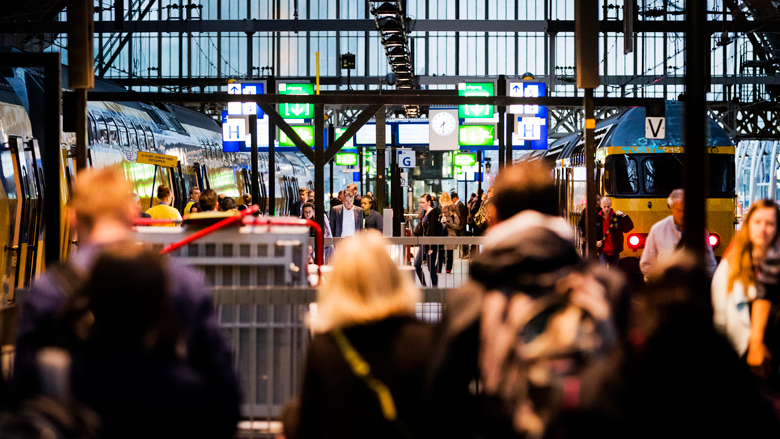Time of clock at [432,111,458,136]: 7:30
